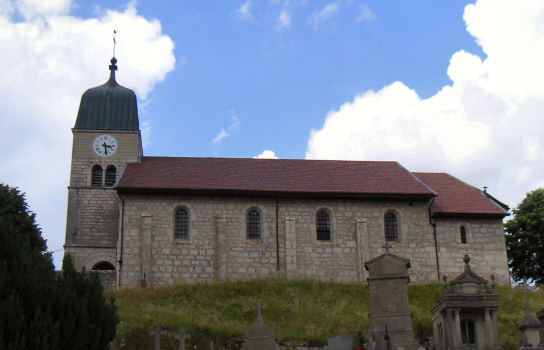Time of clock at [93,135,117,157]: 3:28
